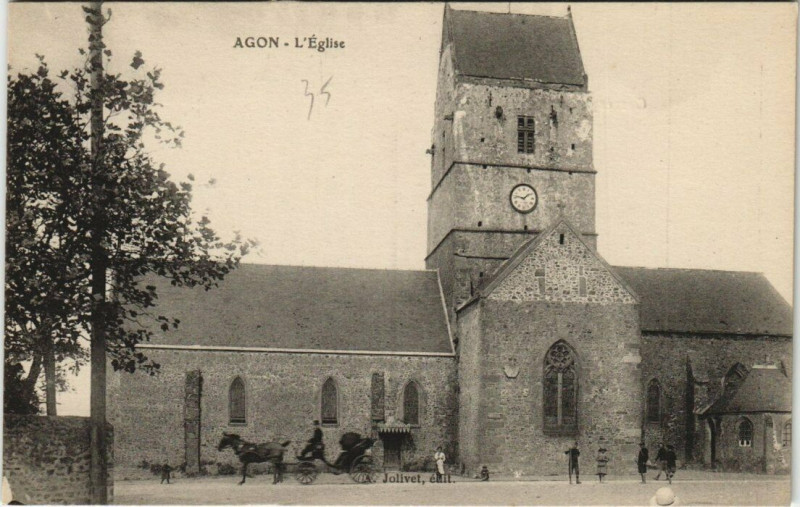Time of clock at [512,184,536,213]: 1:46
